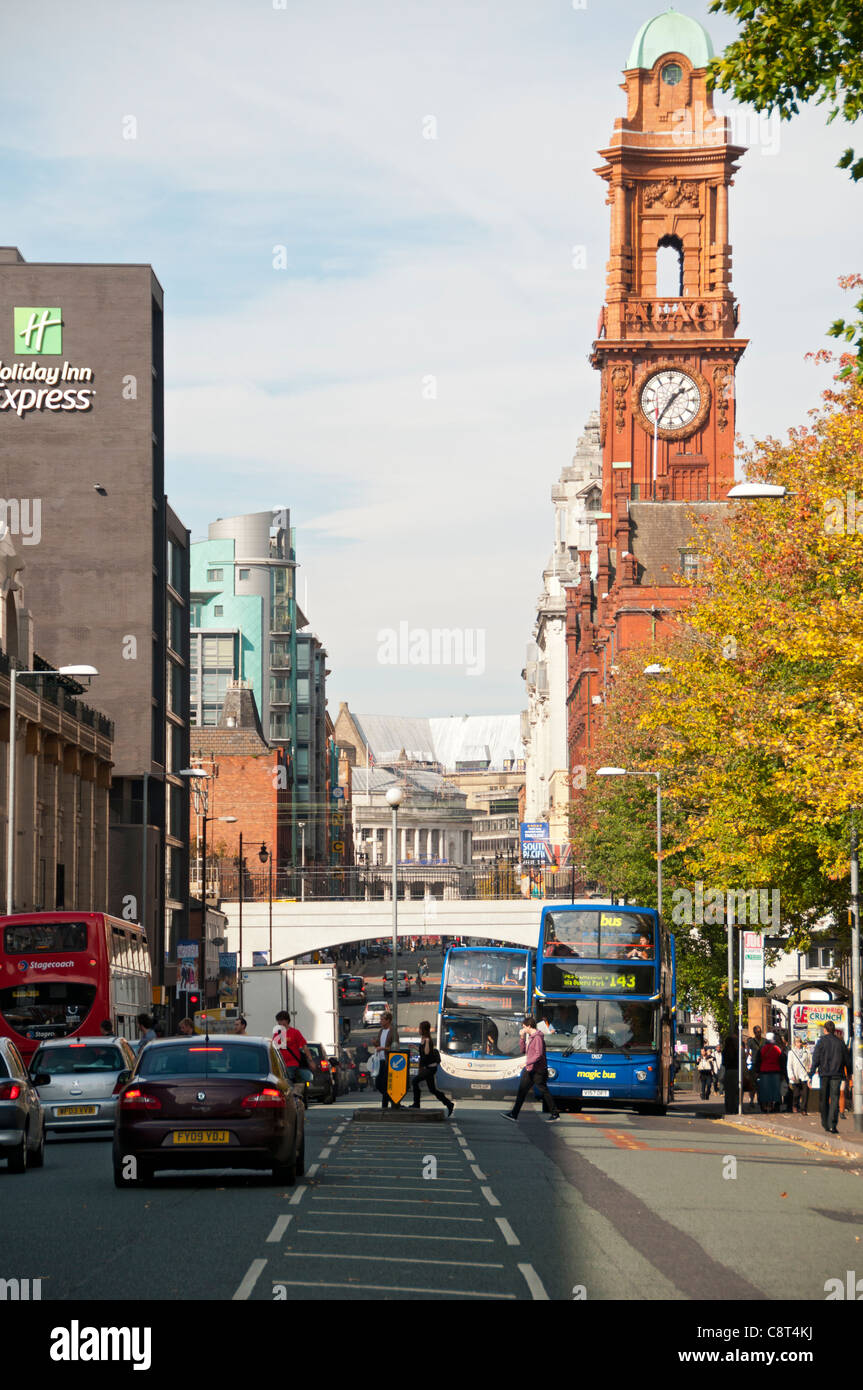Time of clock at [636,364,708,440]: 1:35
